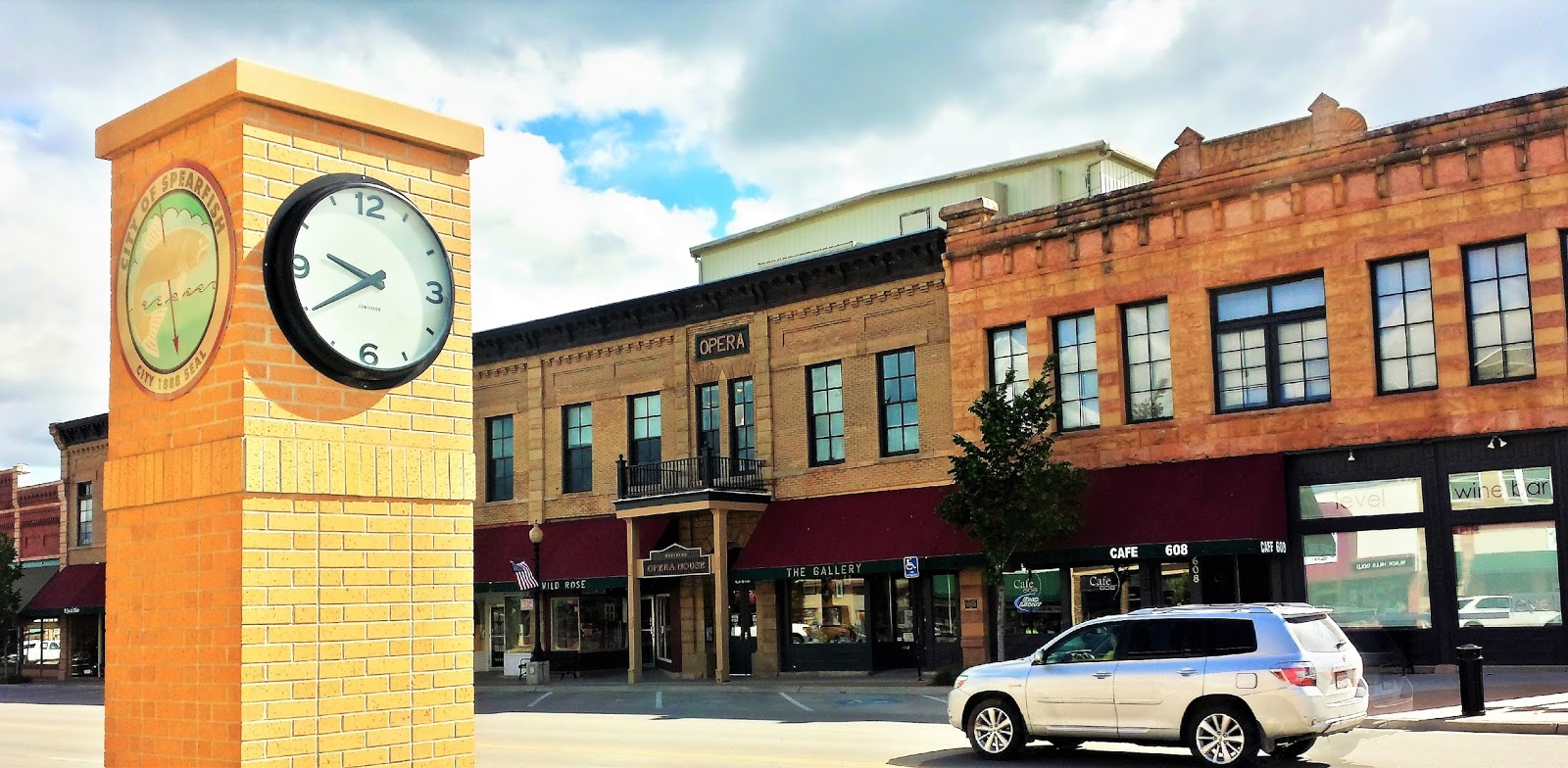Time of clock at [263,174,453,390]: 9:40
